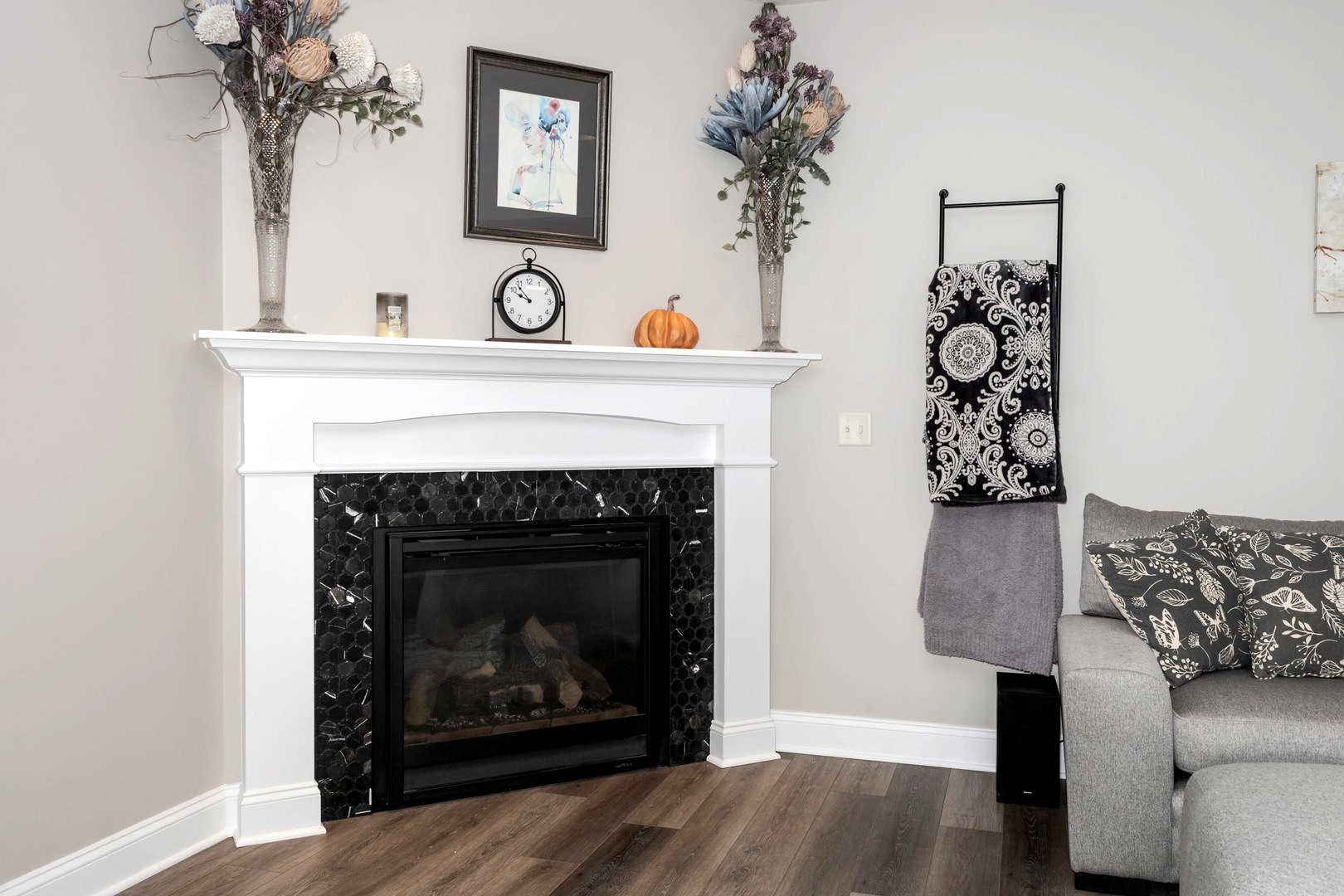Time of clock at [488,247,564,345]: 9:53
